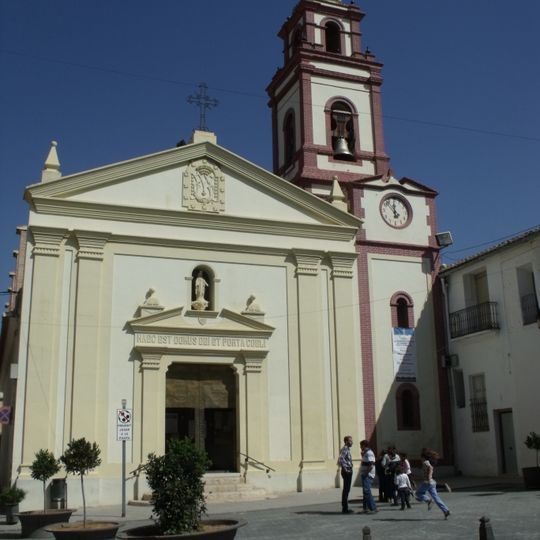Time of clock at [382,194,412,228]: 11:52
